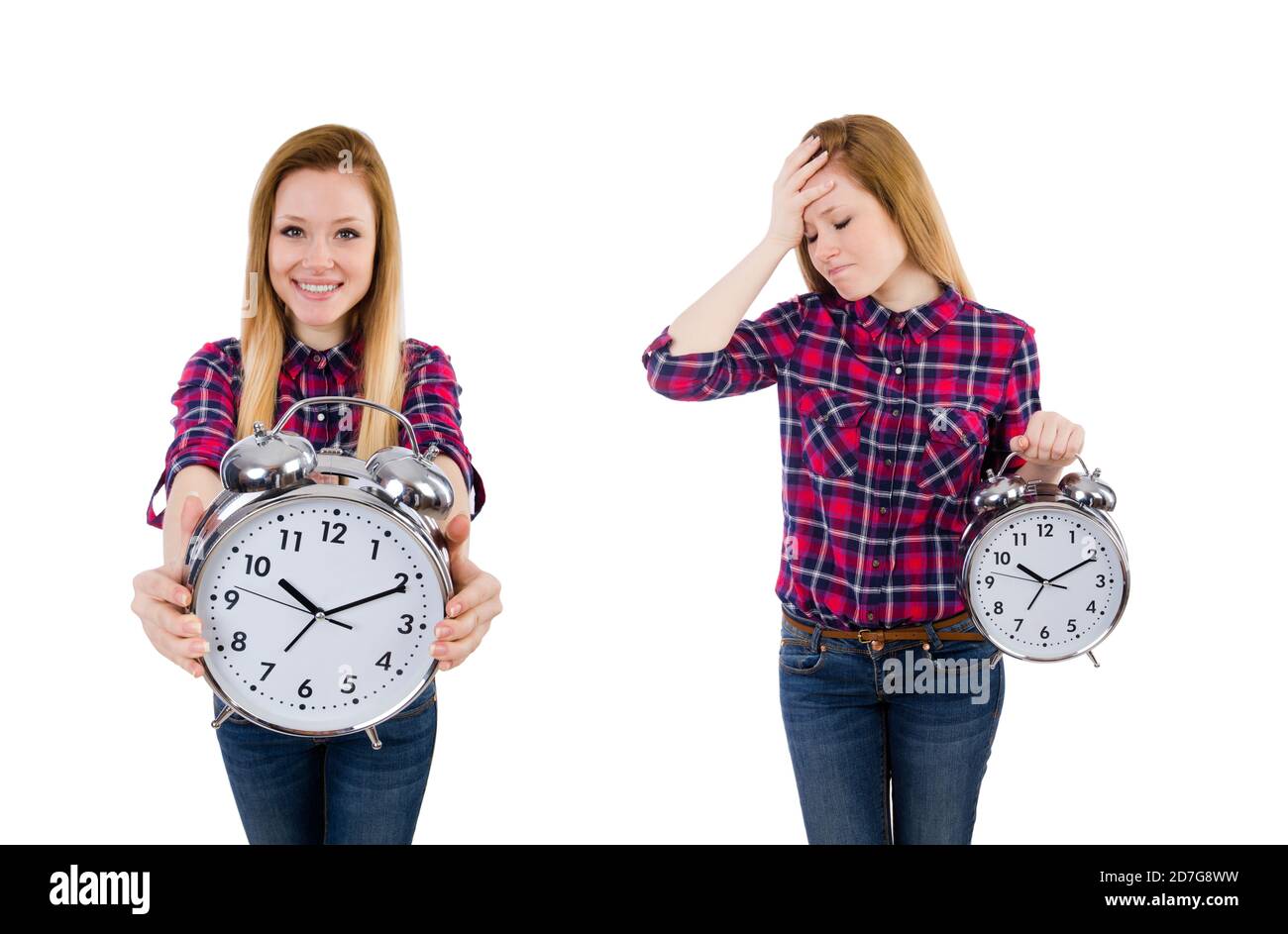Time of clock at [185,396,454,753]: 10:10
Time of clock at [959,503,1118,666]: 10:10
